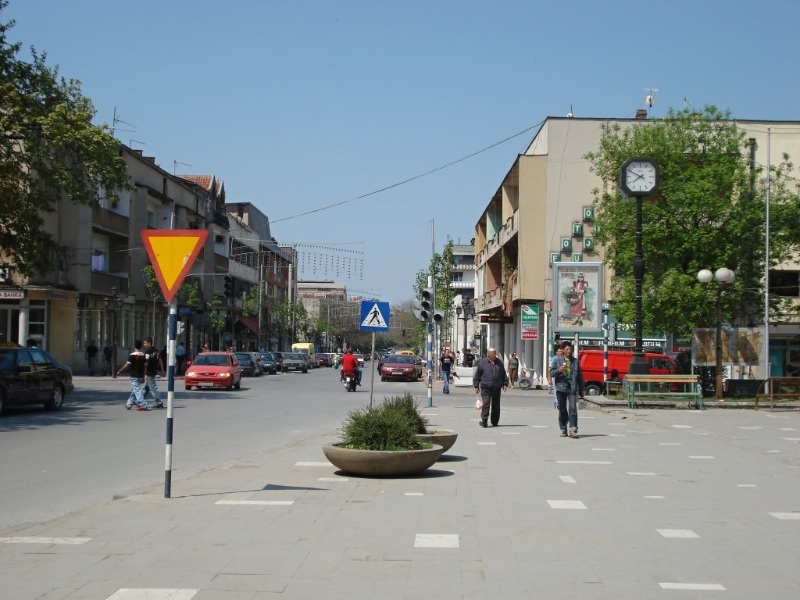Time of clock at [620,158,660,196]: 7:49
